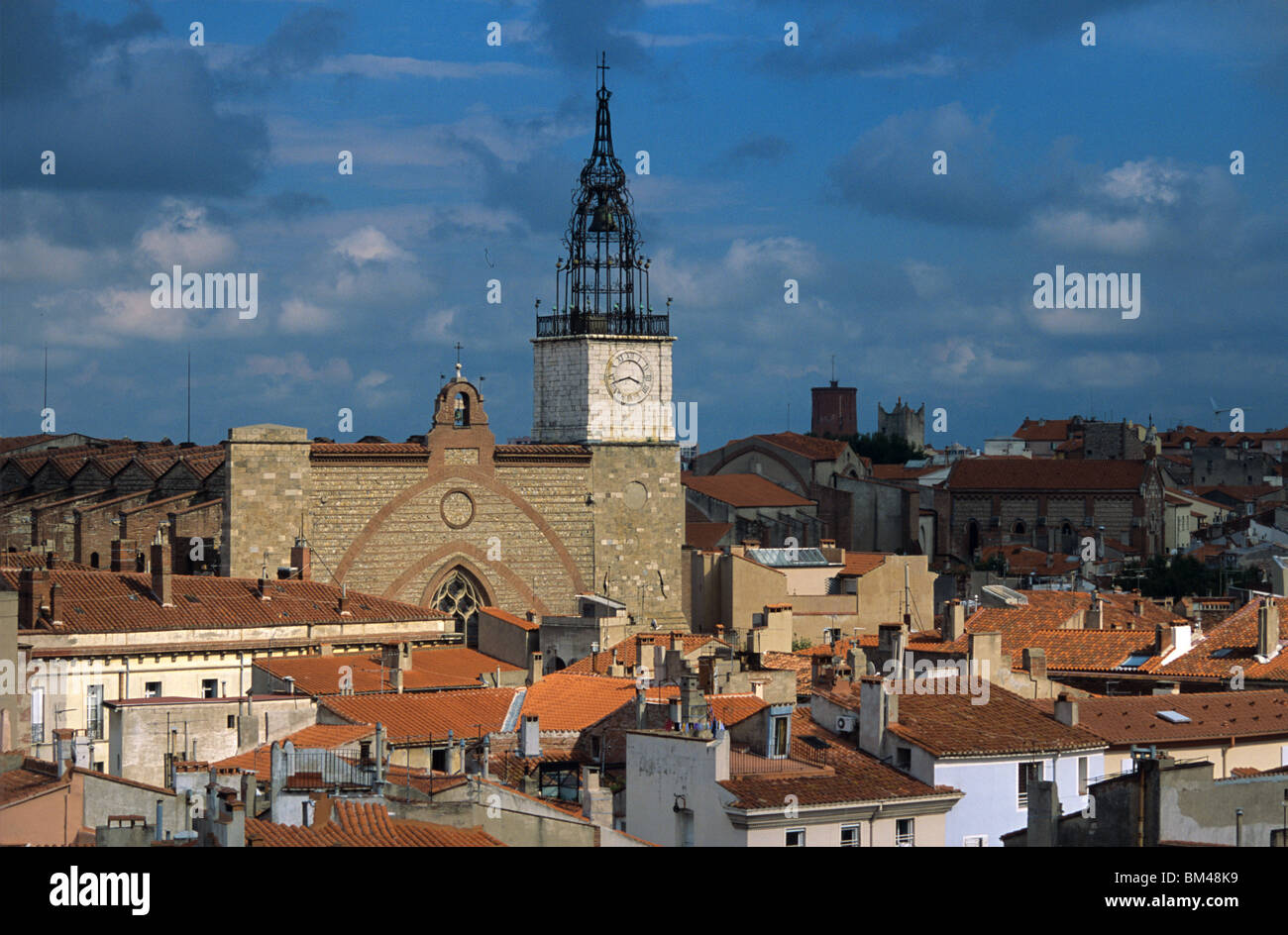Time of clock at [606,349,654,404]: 3:42
